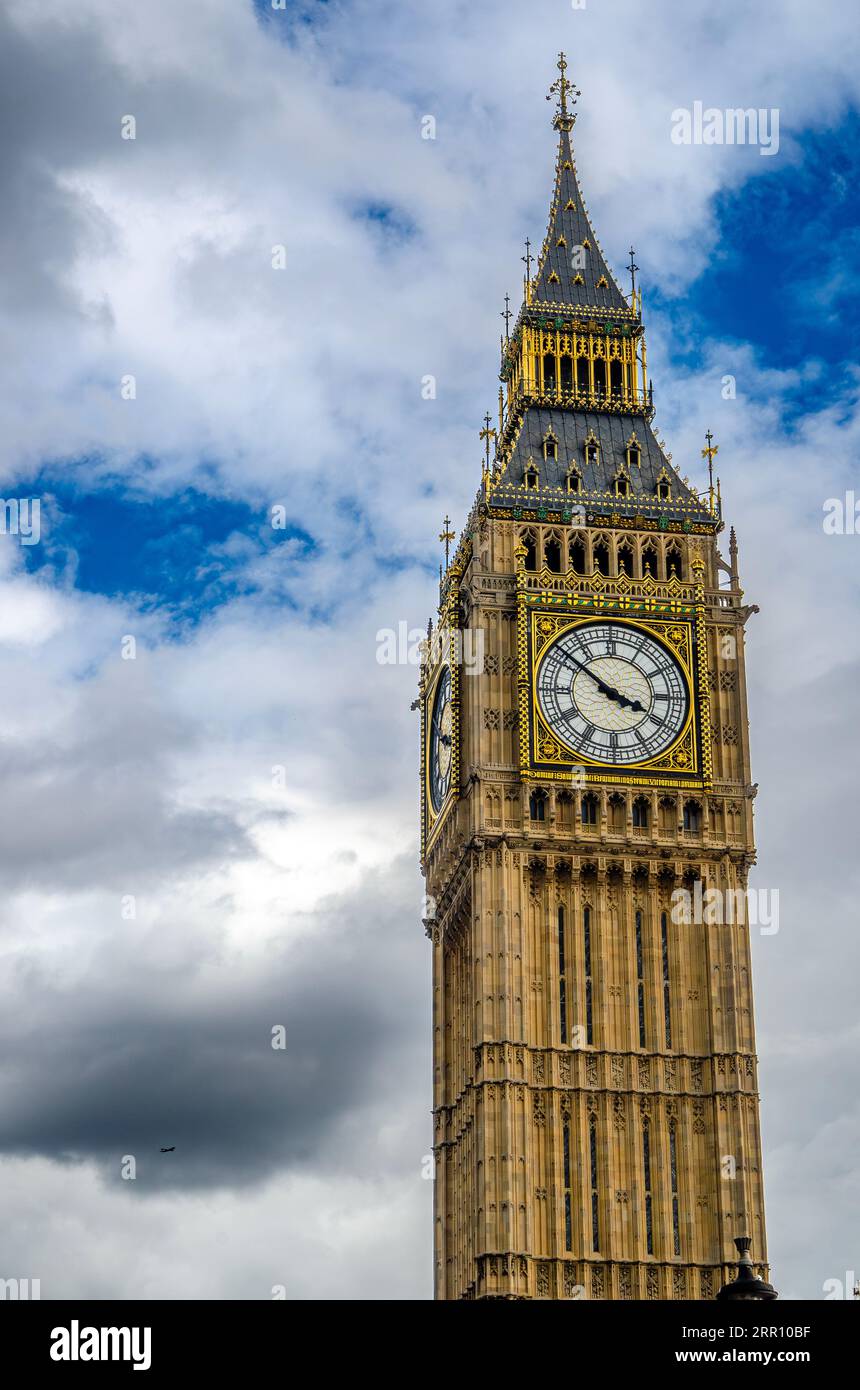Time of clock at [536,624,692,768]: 3:51
